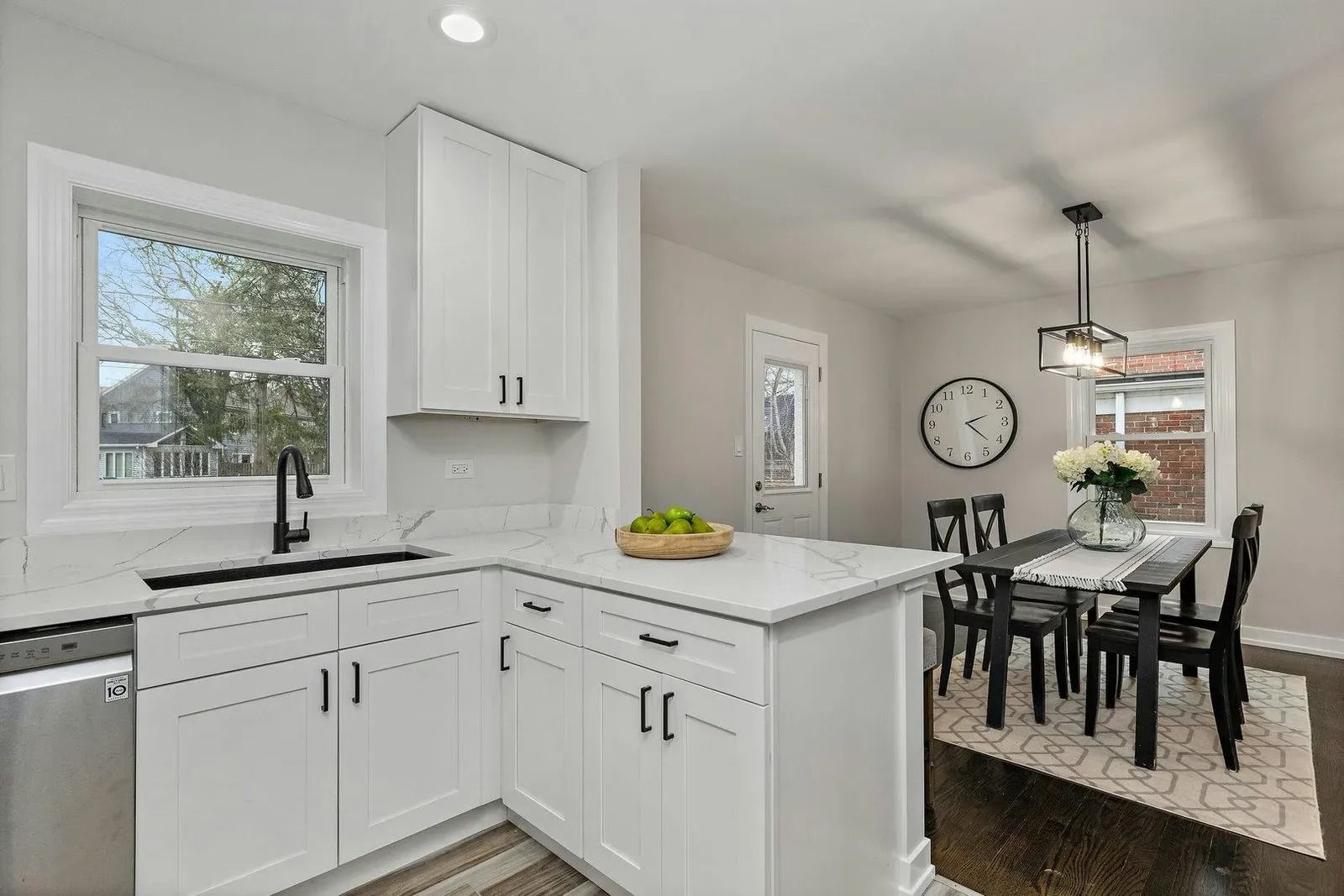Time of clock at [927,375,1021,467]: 2:21
